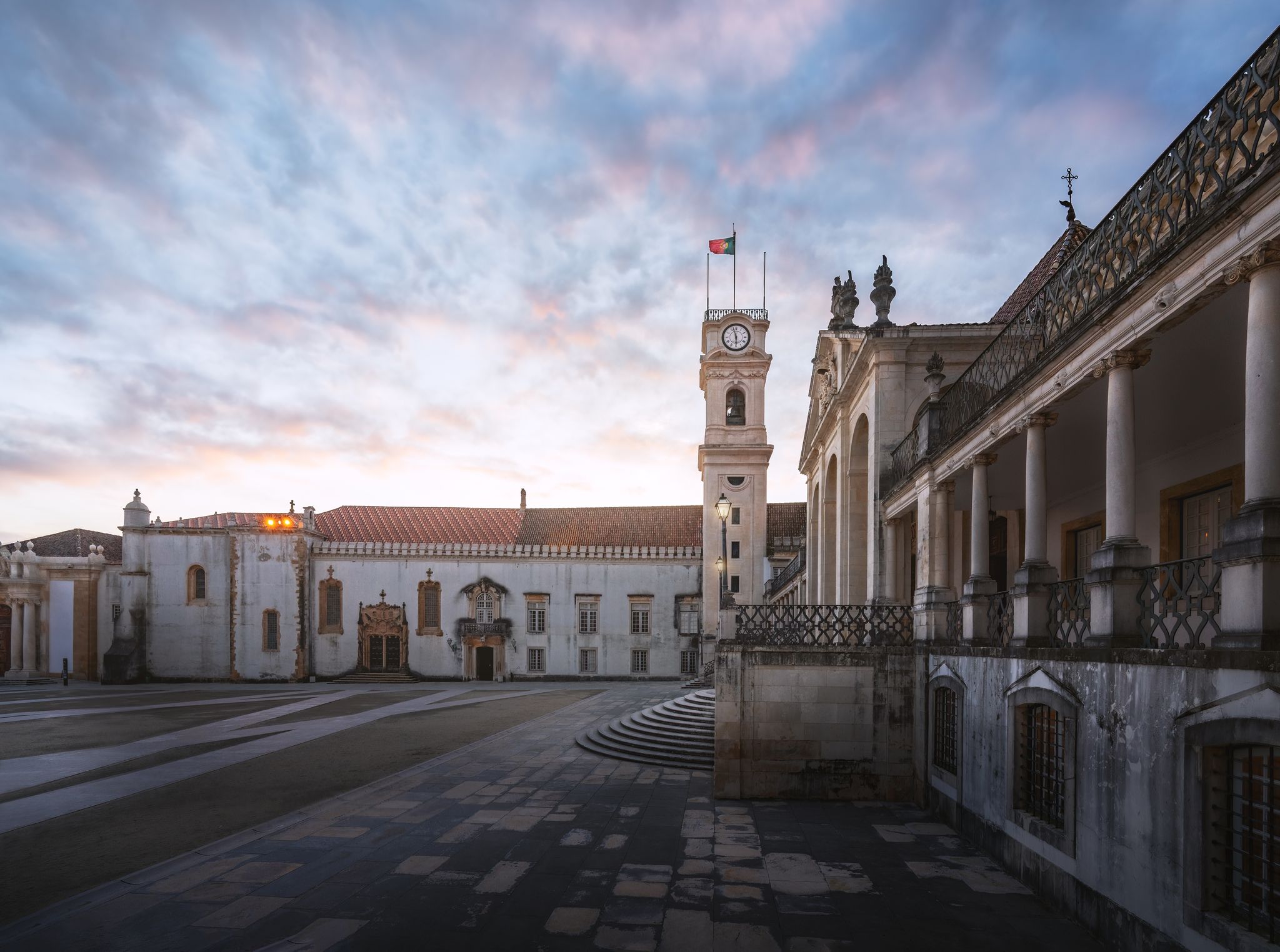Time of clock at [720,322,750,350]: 5:57
